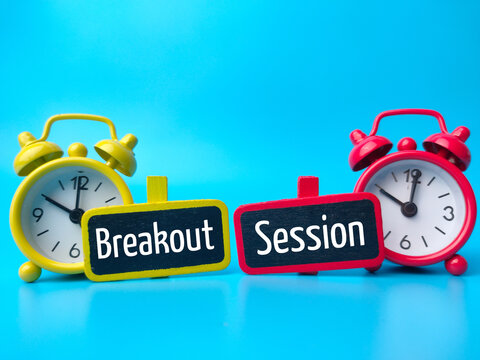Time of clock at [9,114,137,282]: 10:00
